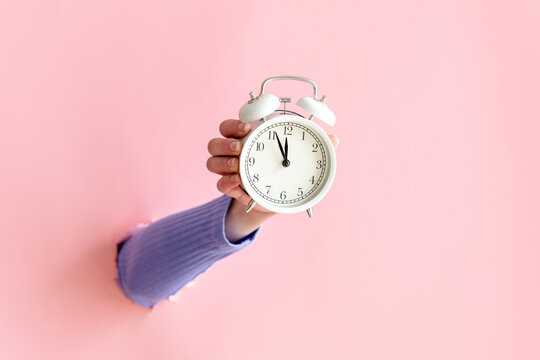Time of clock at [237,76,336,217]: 11:56
